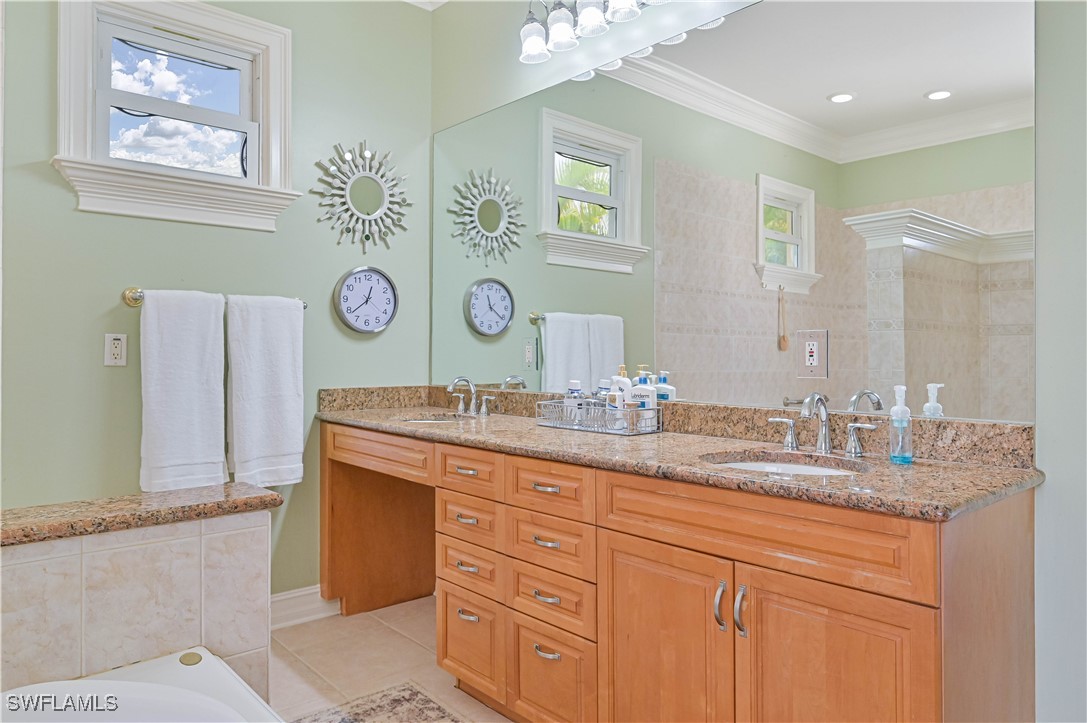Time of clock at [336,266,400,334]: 12:38
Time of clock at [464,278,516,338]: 11:21
